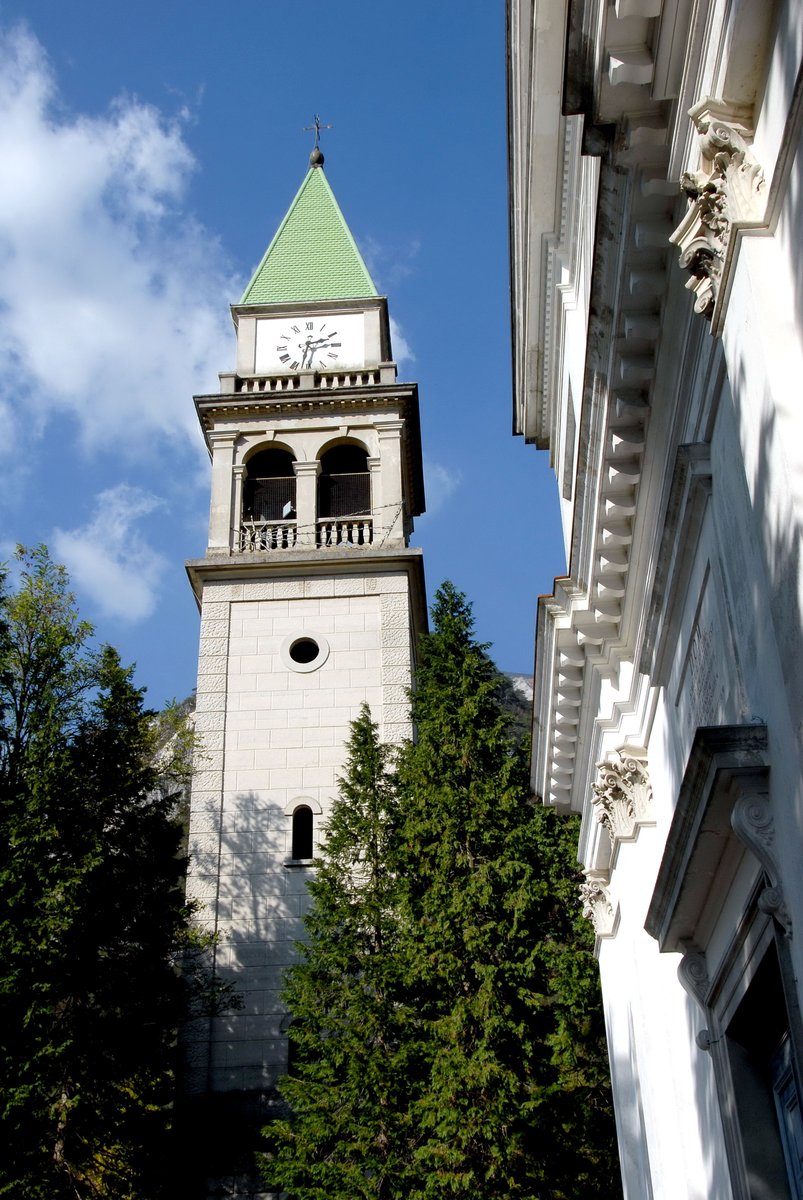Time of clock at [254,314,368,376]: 2:32
